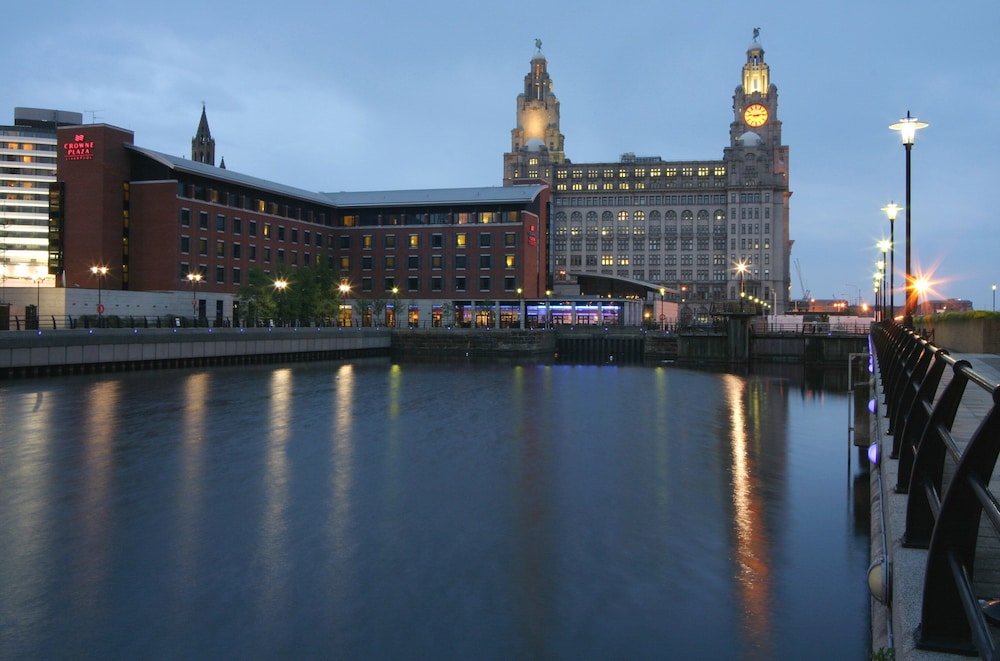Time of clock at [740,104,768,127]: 9:13
